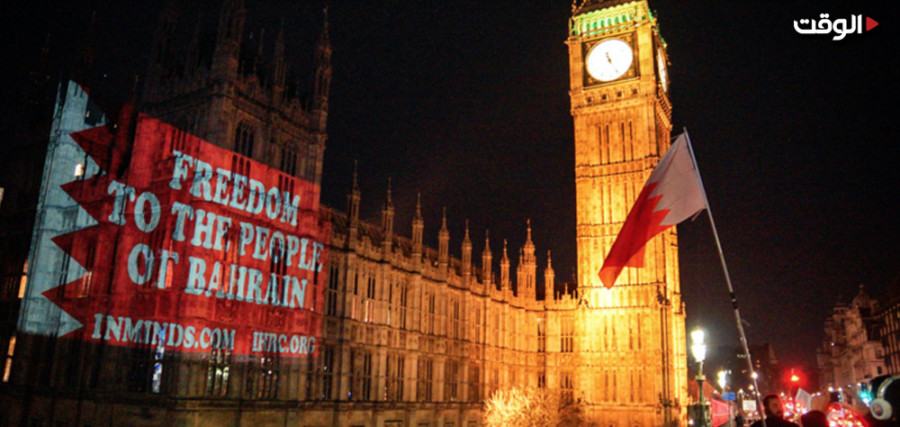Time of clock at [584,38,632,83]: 11:25
